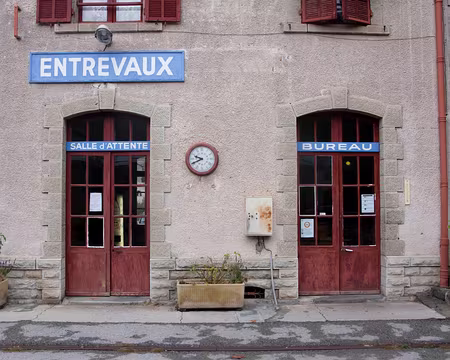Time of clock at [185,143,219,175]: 9:41
